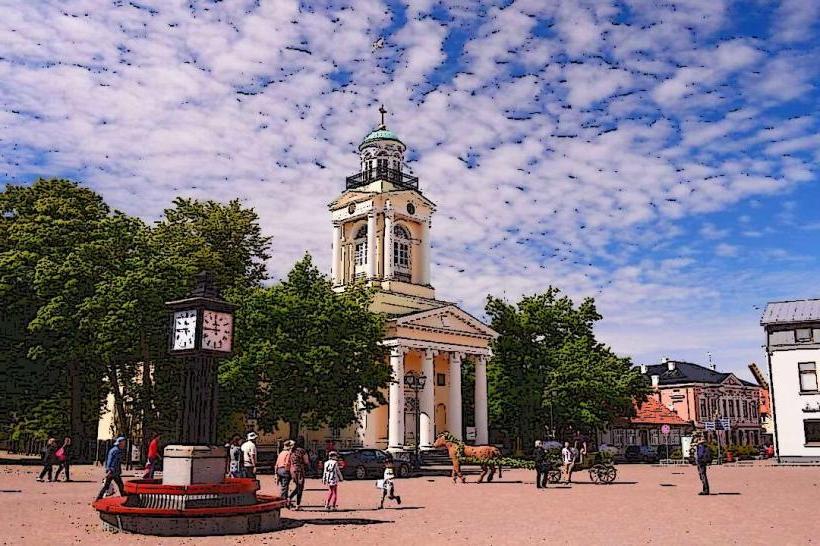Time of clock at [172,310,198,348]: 11:45
